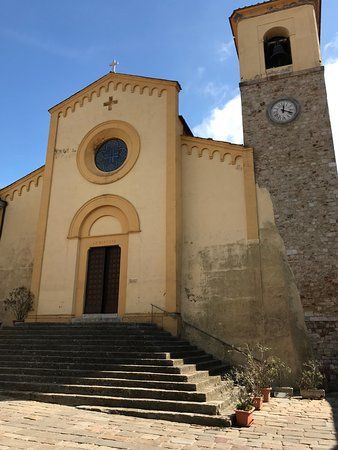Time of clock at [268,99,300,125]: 12:18
